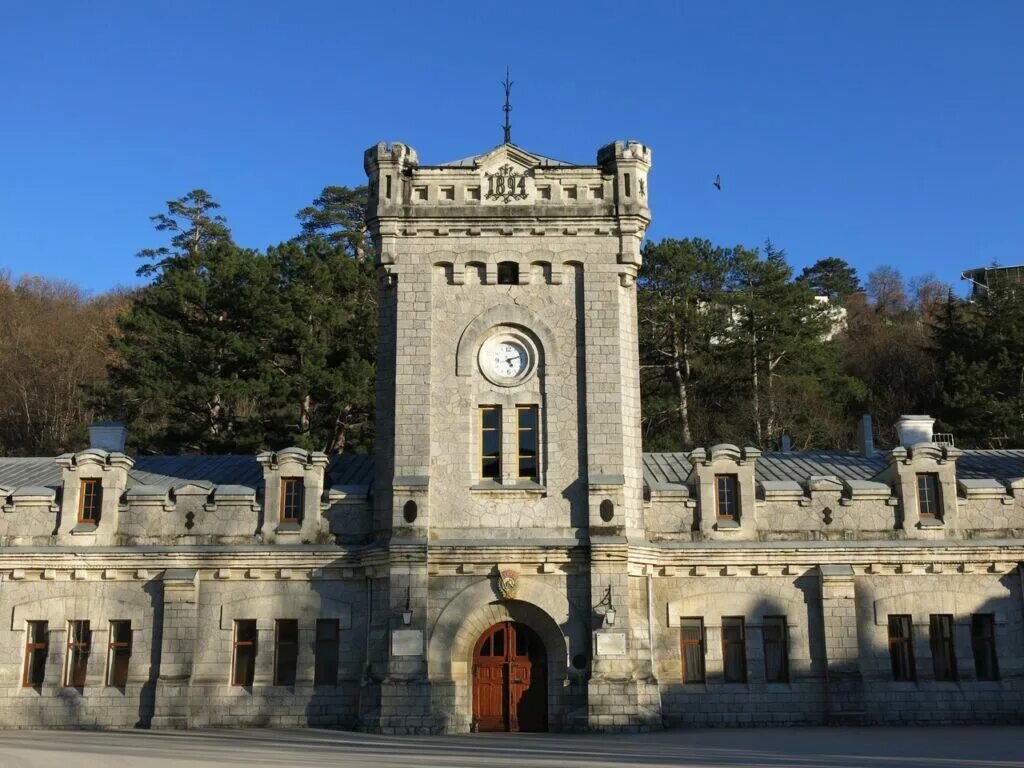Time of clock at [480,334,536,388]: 5:11
